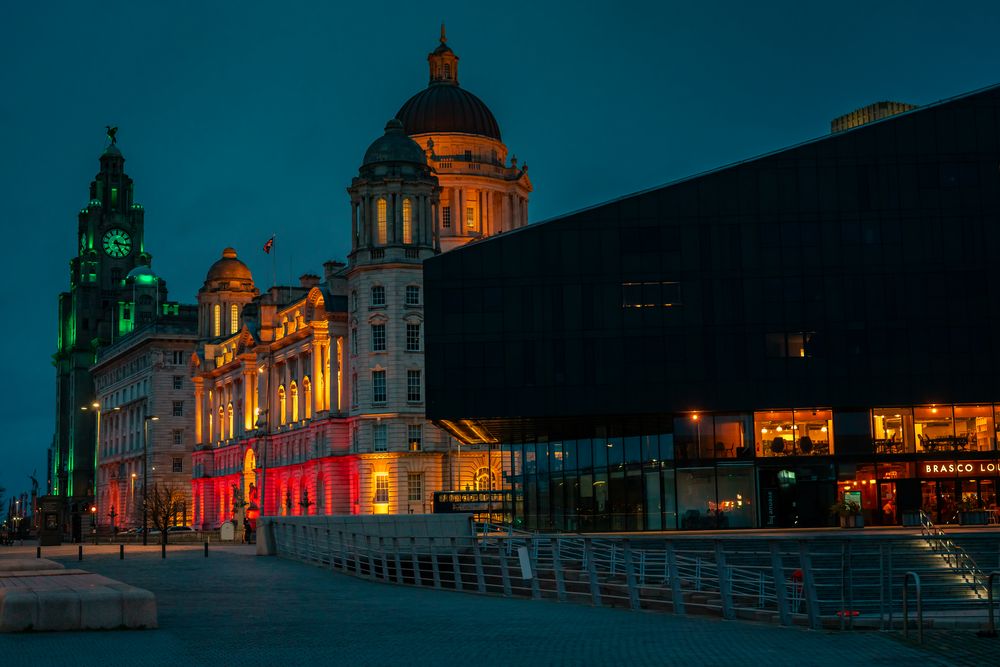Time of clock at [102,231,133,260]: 5:16
